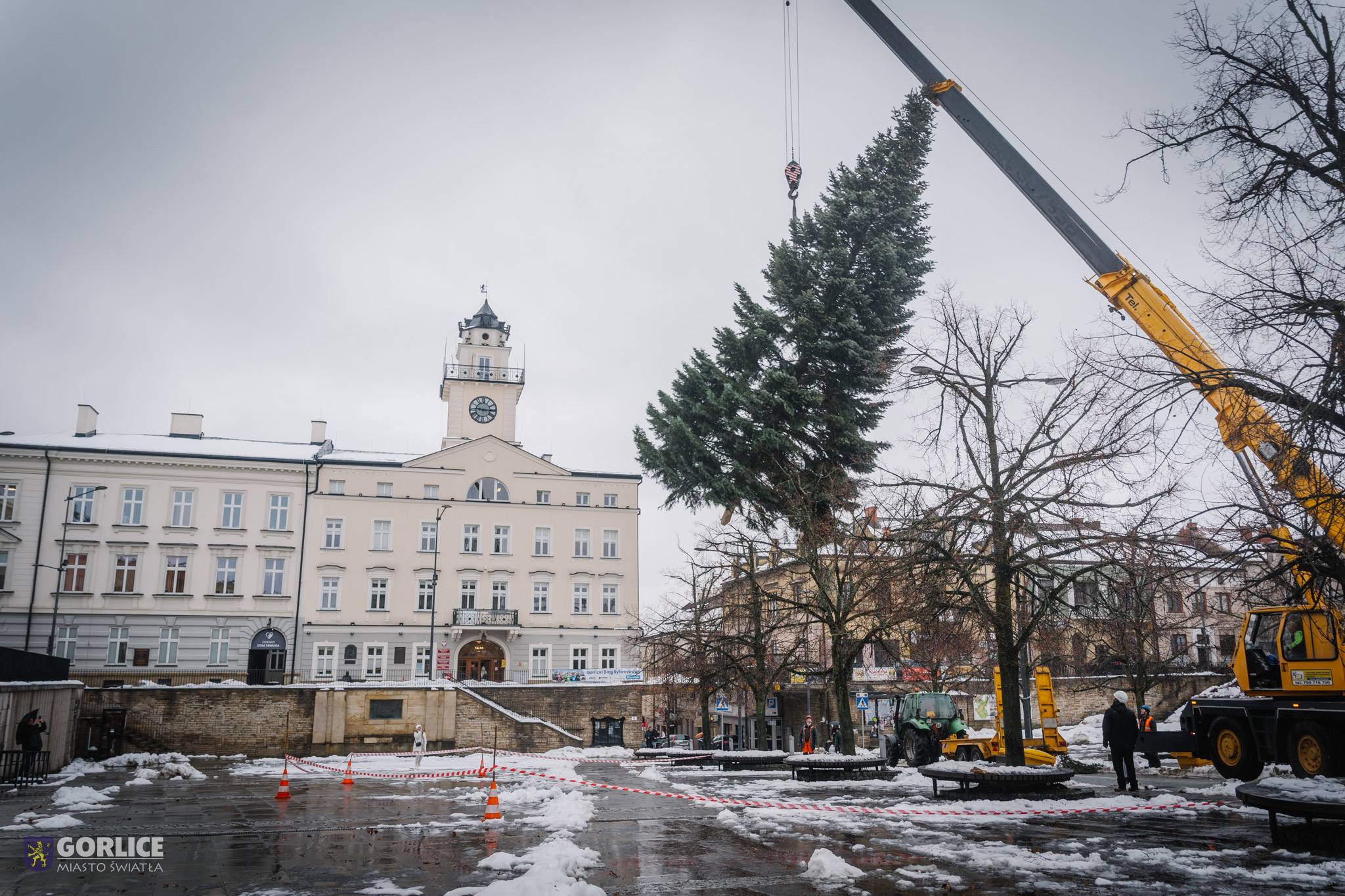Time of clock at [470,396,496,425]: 9:15
